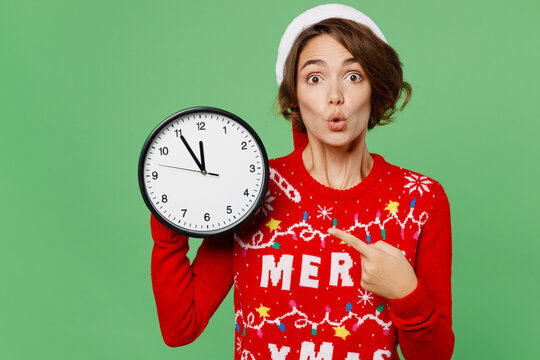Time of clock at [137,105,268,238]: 11:54
